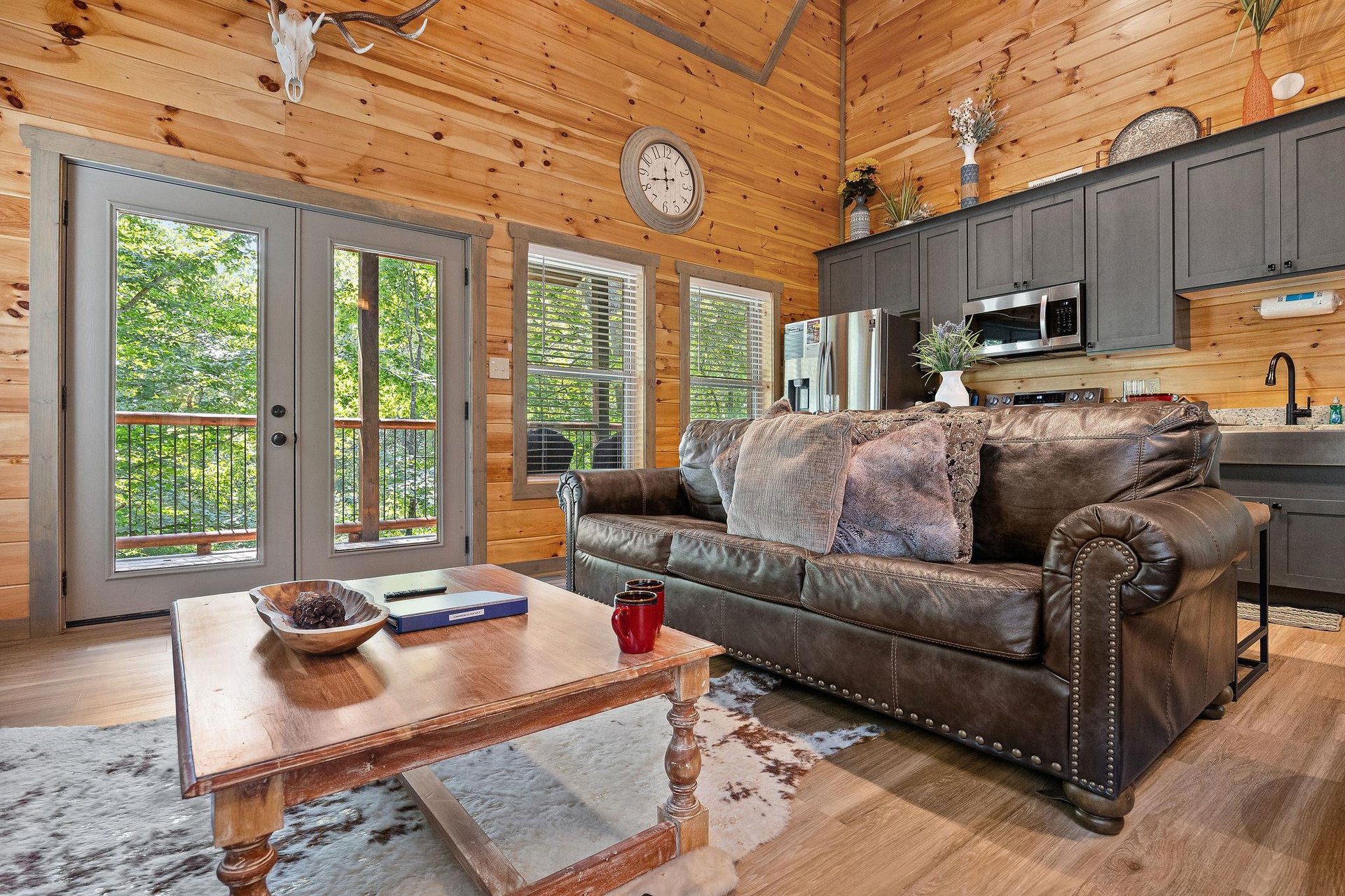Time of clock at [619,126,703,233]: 11:42
